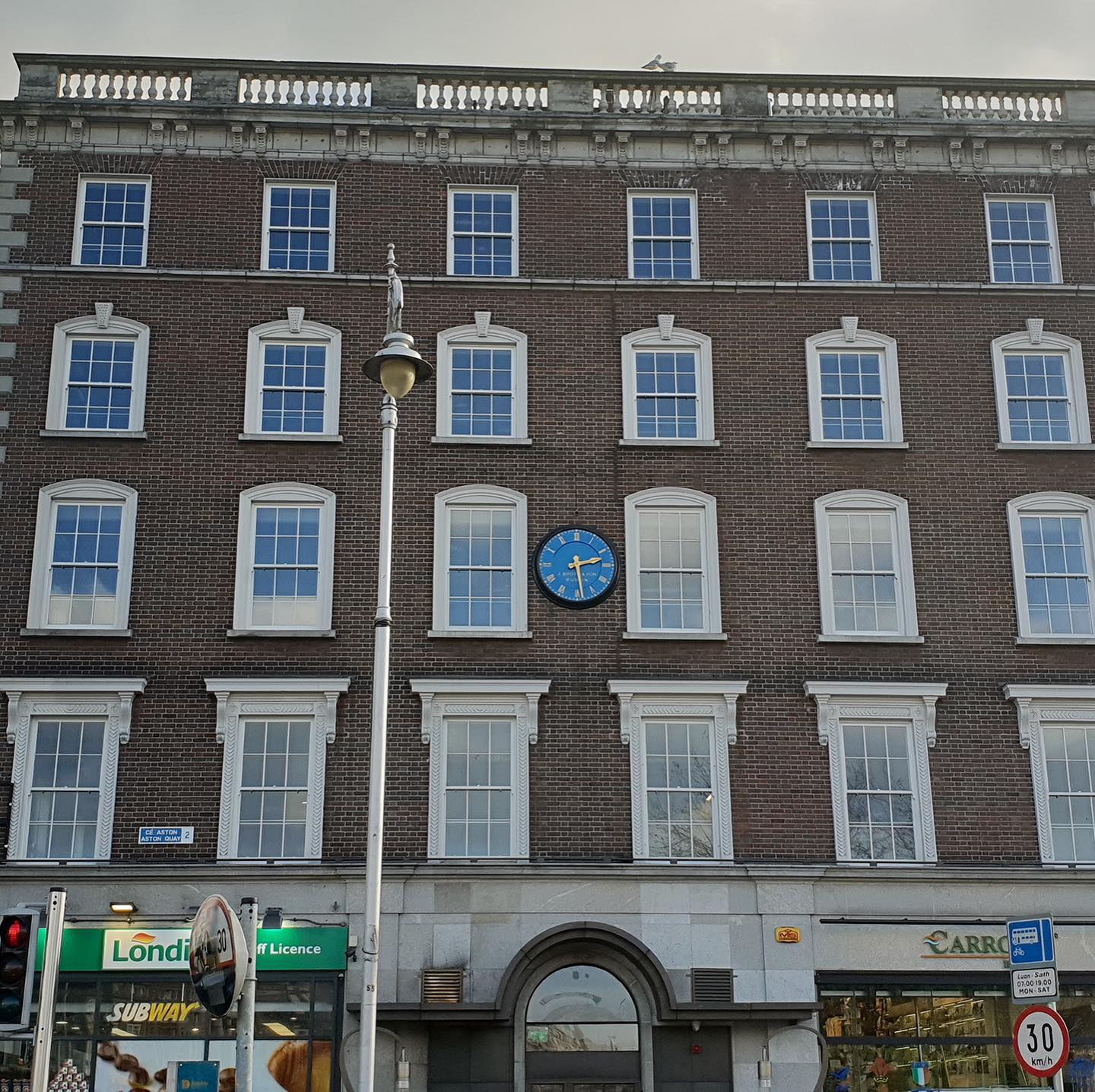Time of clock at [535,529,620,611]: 2:28
